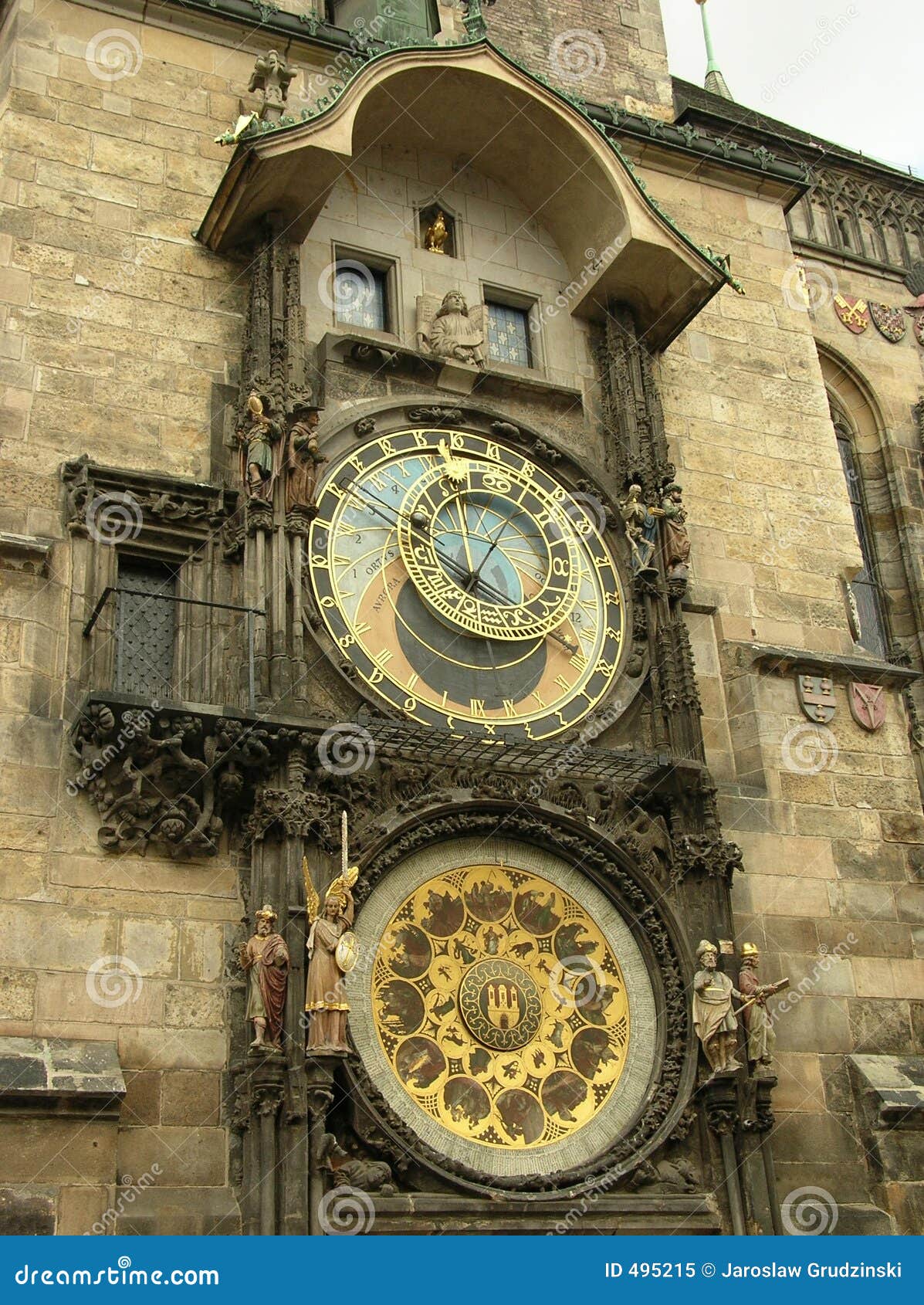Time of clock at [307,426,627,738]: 6:58
